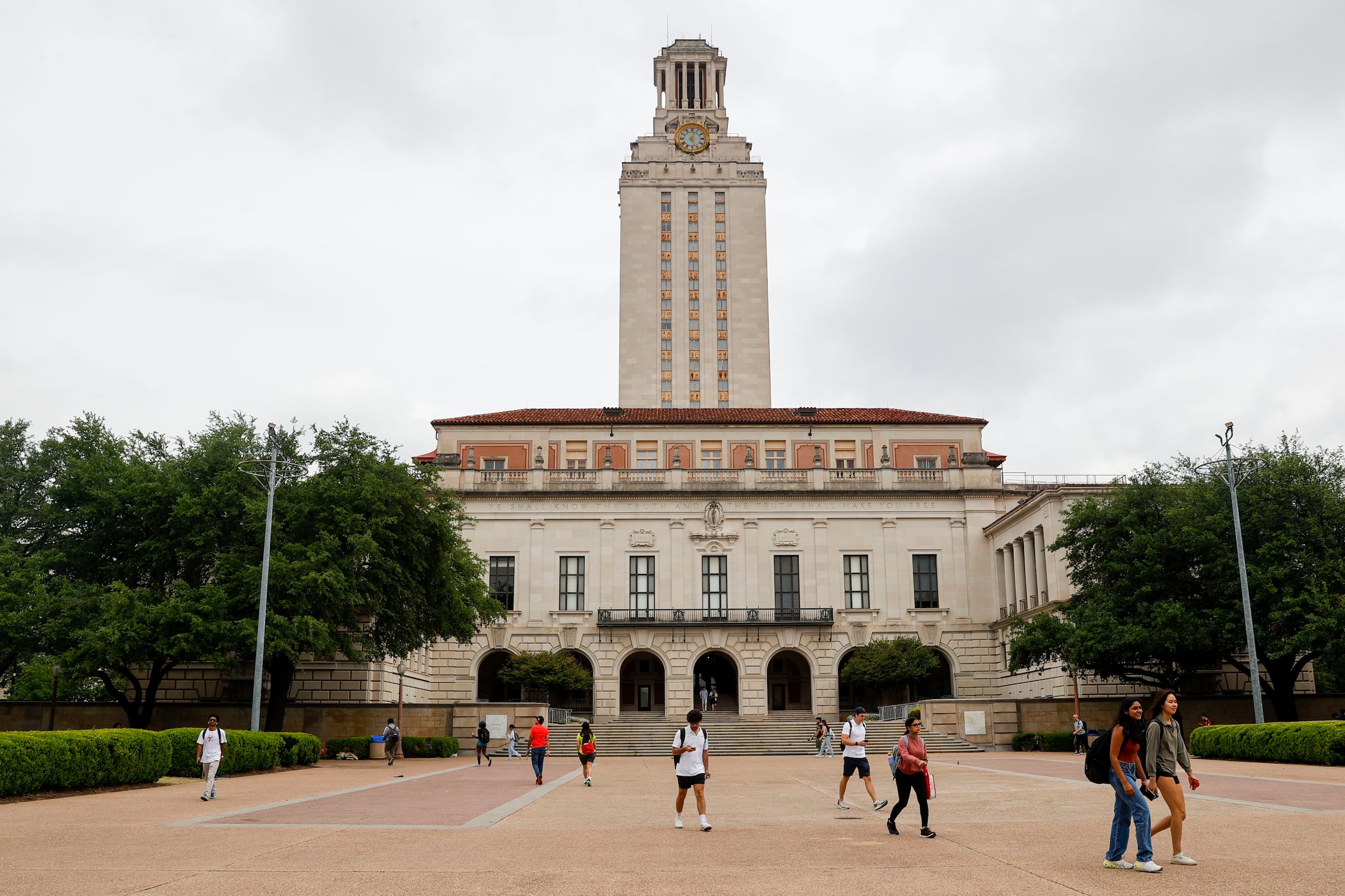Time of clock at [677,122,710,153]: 12:26
